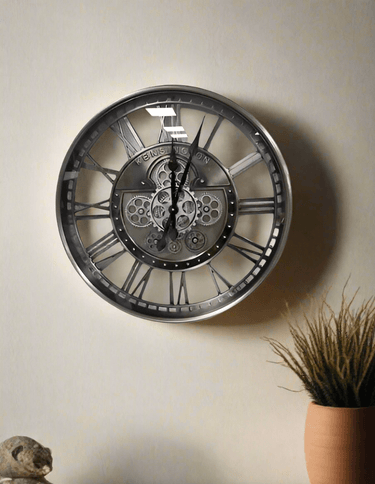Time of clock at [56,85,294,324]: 12:03
